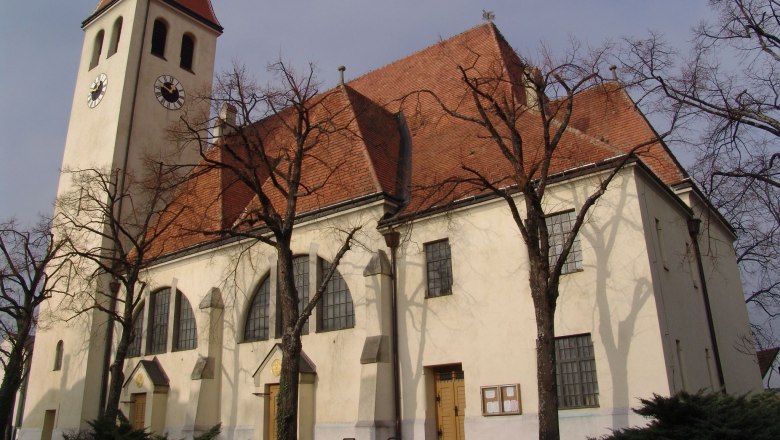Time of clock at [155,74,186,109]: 12:49
